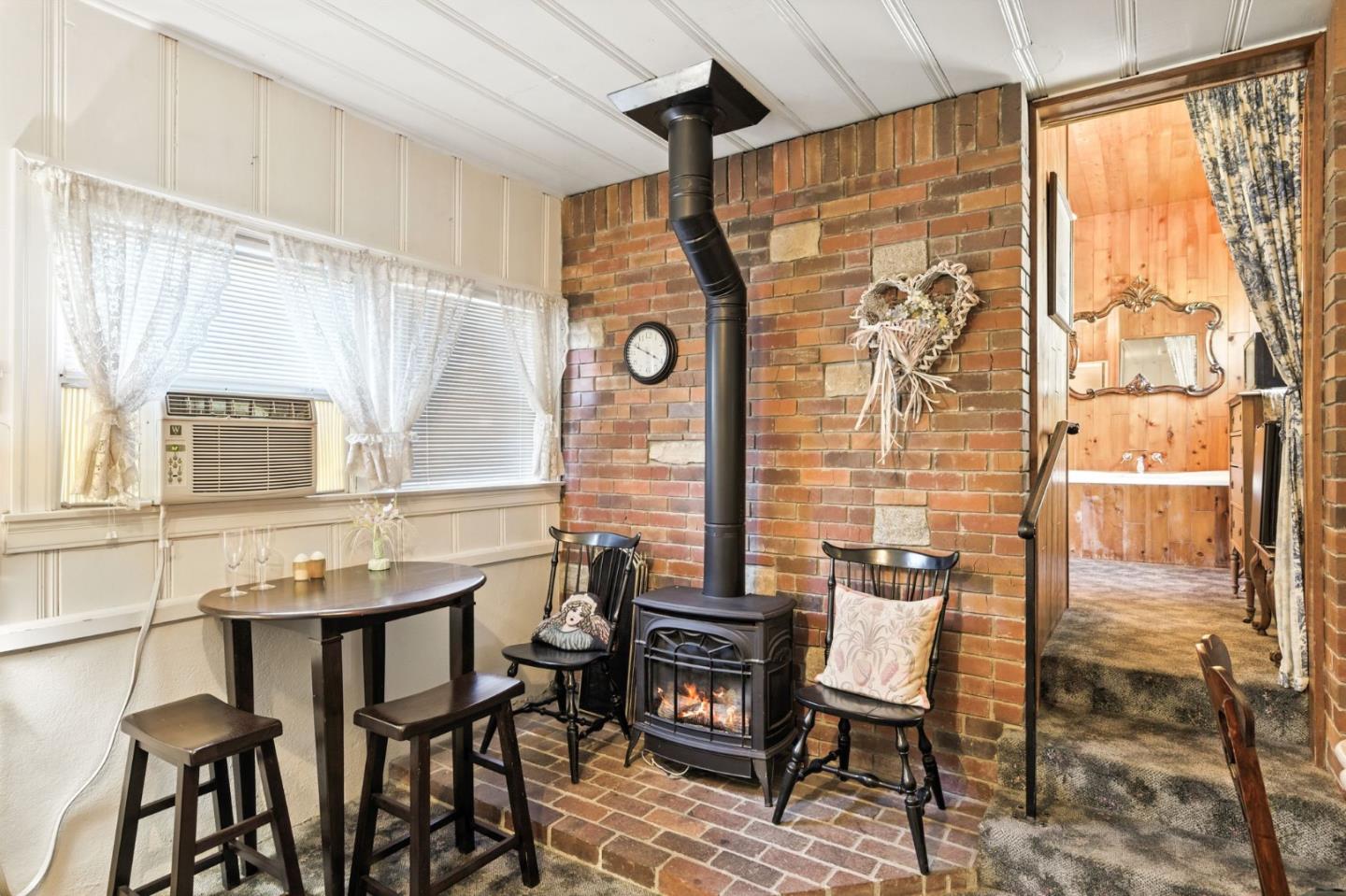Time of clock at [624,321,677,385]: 3:49
